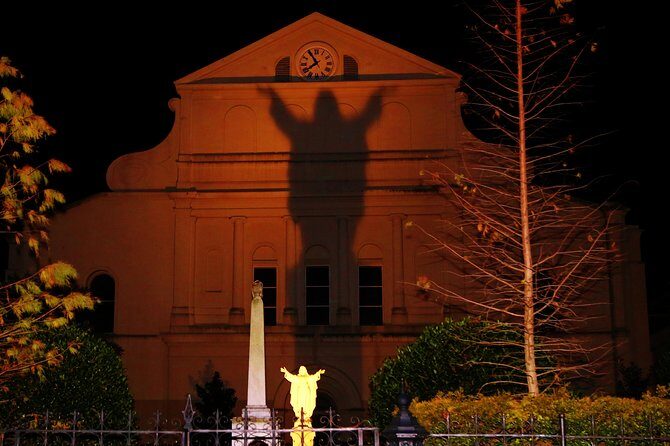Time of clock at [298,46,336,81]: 7:54
